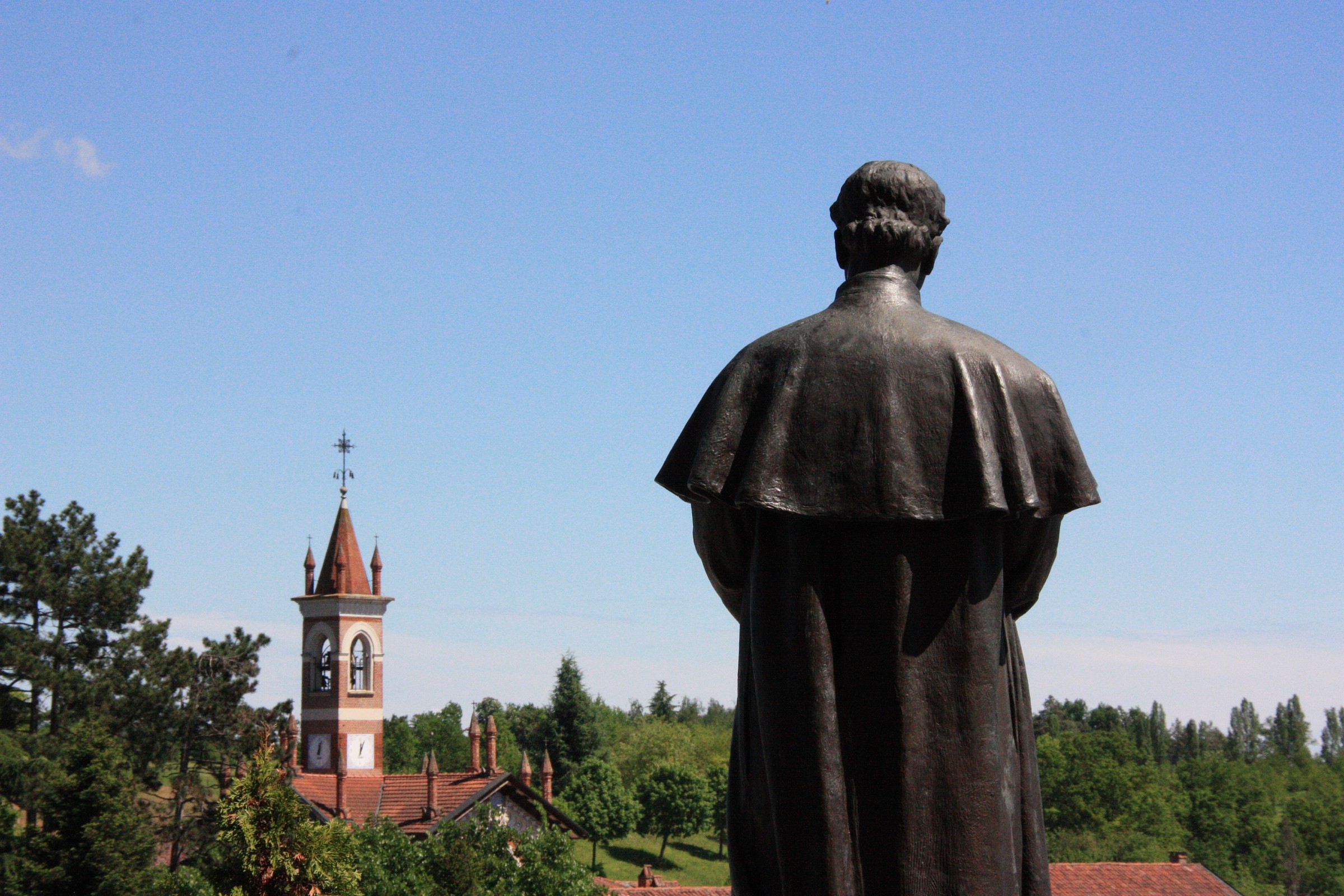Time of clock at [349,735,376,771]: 12:04
